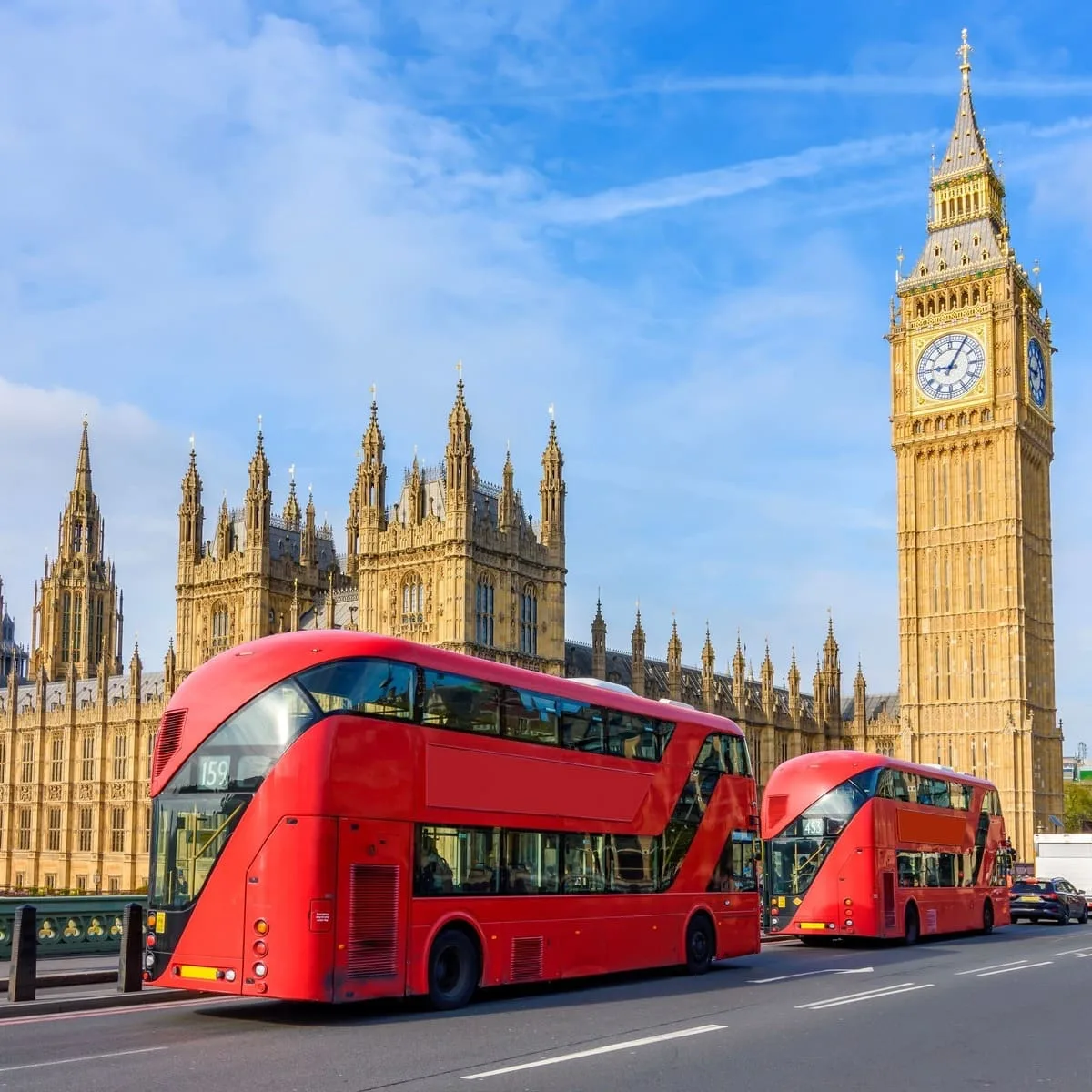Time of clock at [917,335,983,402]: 9:05
